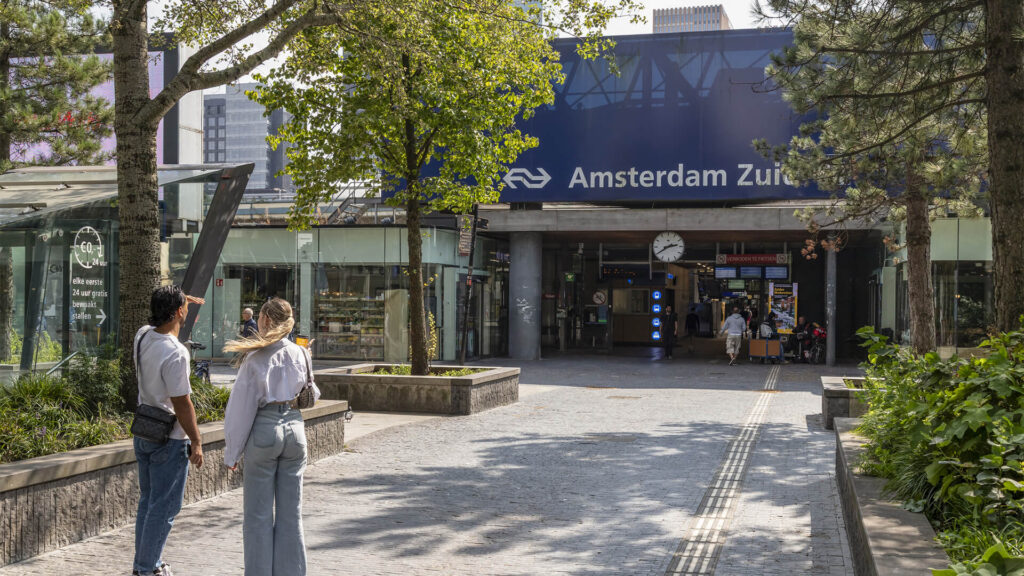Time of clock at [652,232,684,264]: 2:39
